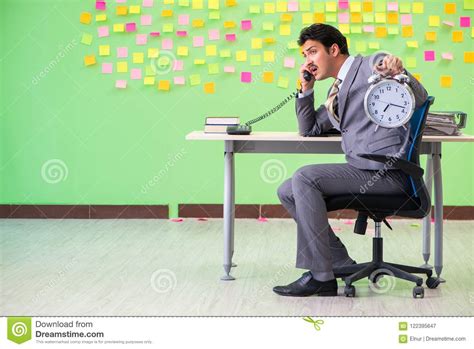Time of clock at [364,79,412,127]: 7:17
